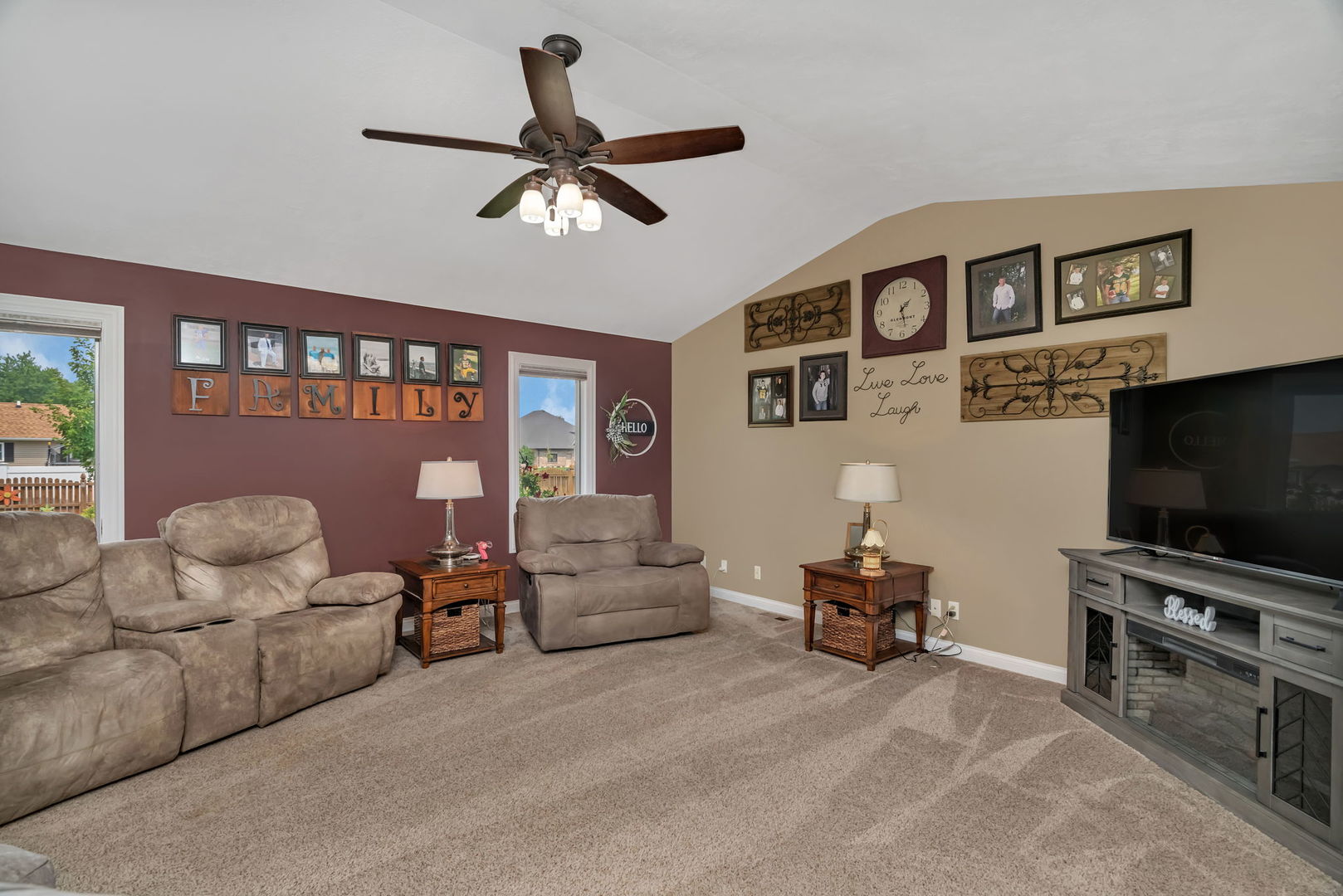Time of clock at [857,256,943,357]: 1:28
